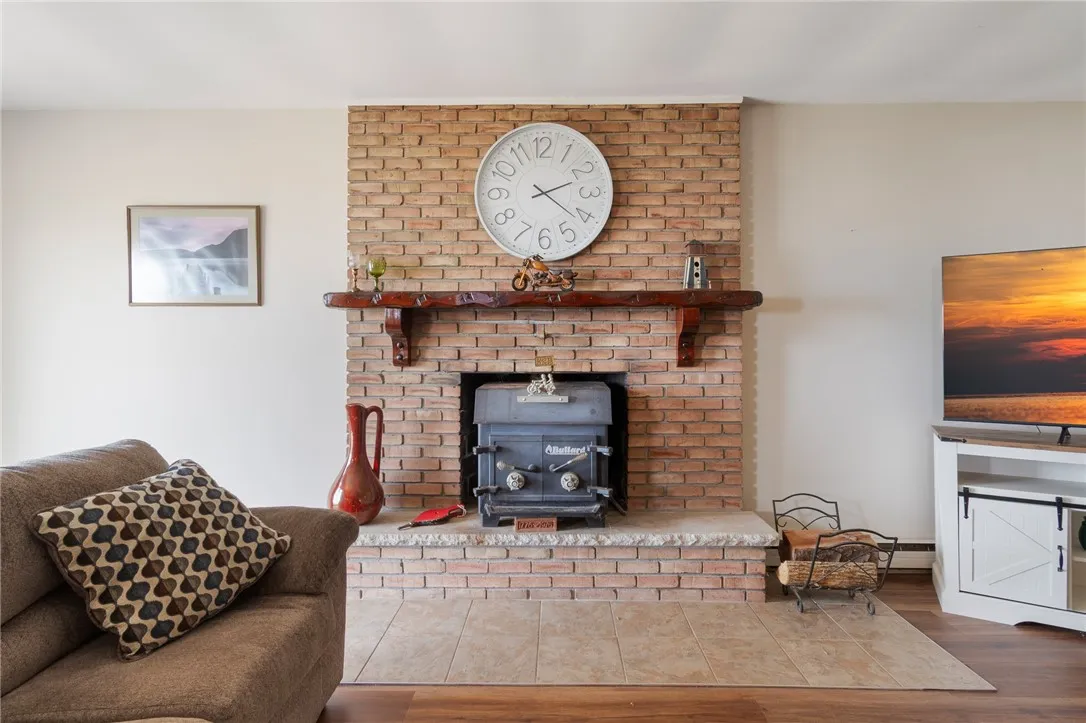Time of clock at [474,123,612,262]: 2:21
